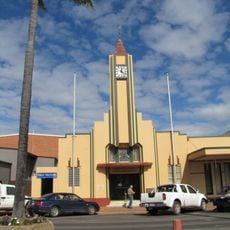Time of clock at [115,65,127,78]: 12:21
